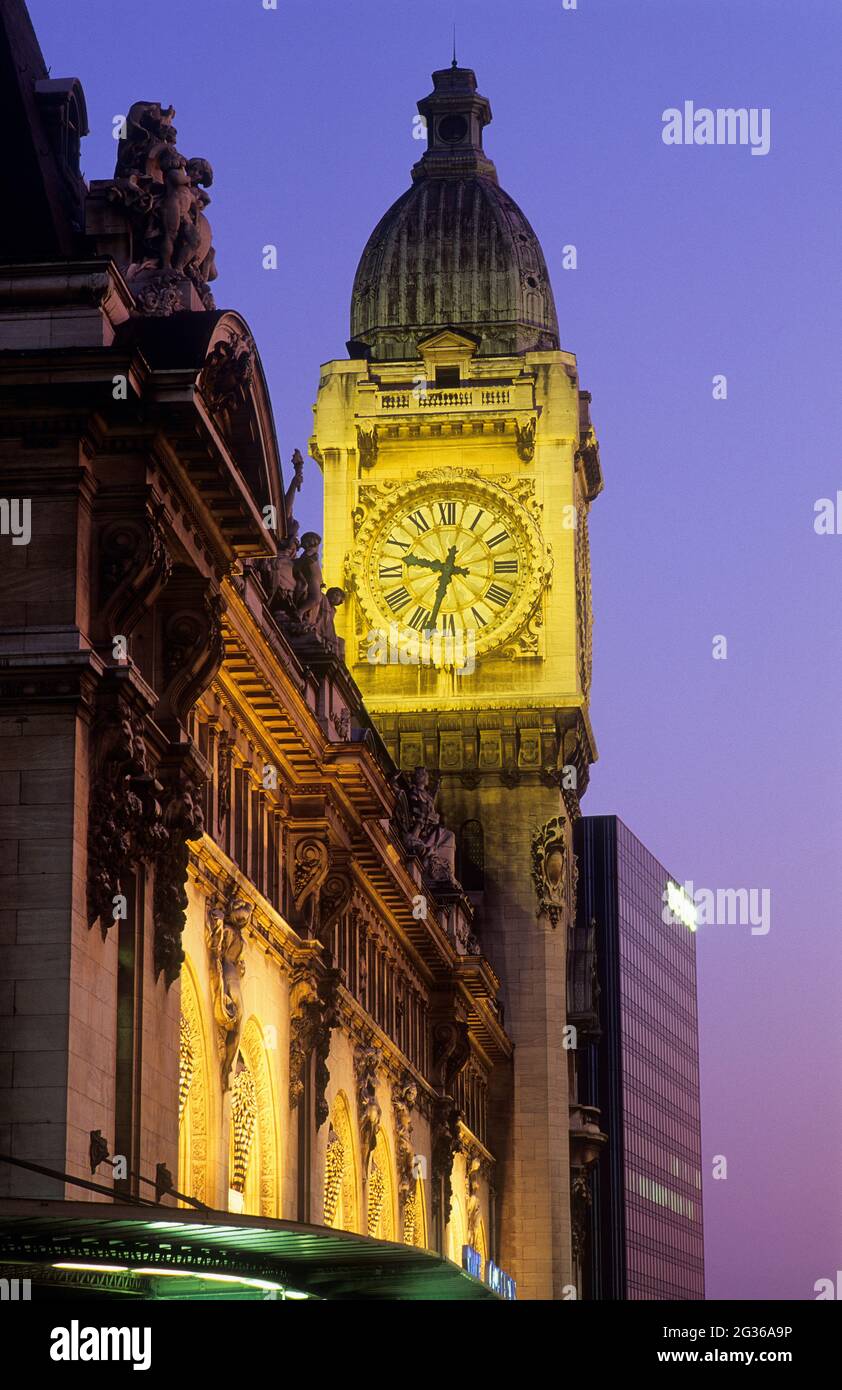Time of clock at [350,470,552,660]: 9:32
